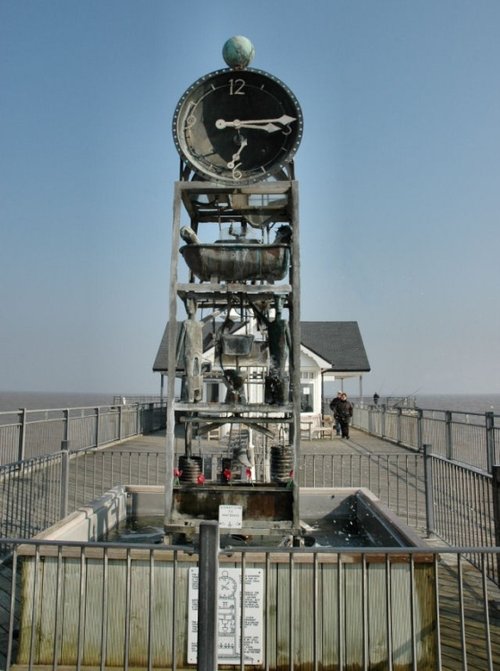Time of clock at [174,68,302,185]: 3:13
